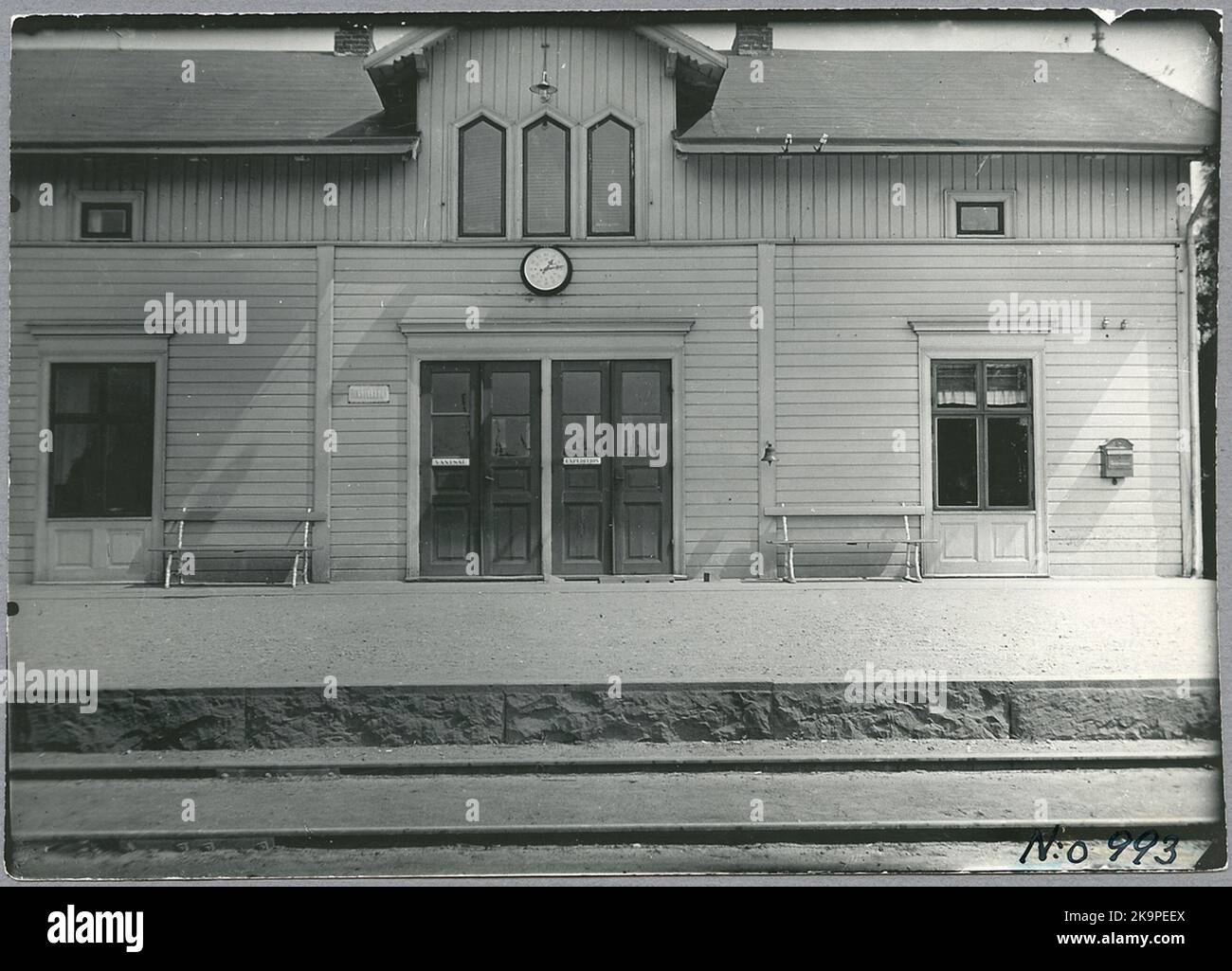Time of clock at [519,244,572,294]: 1:13
